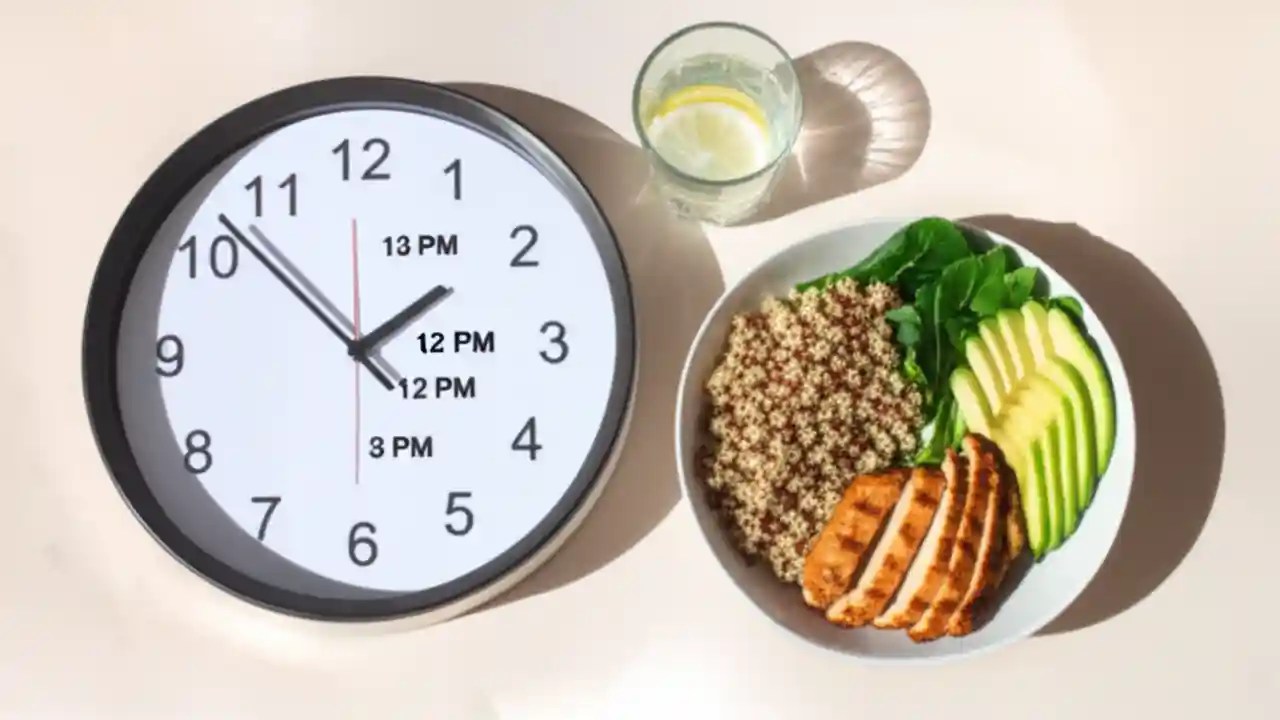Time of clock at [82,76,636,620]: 1:52
